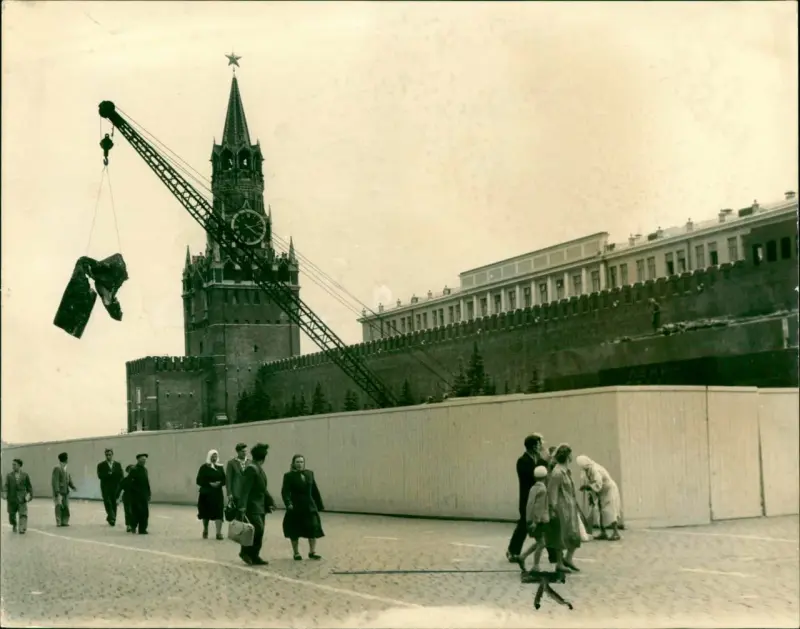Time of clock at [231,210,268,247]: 4:12
